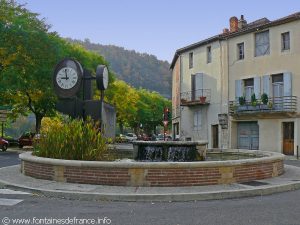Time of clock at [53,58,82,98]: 8:58
